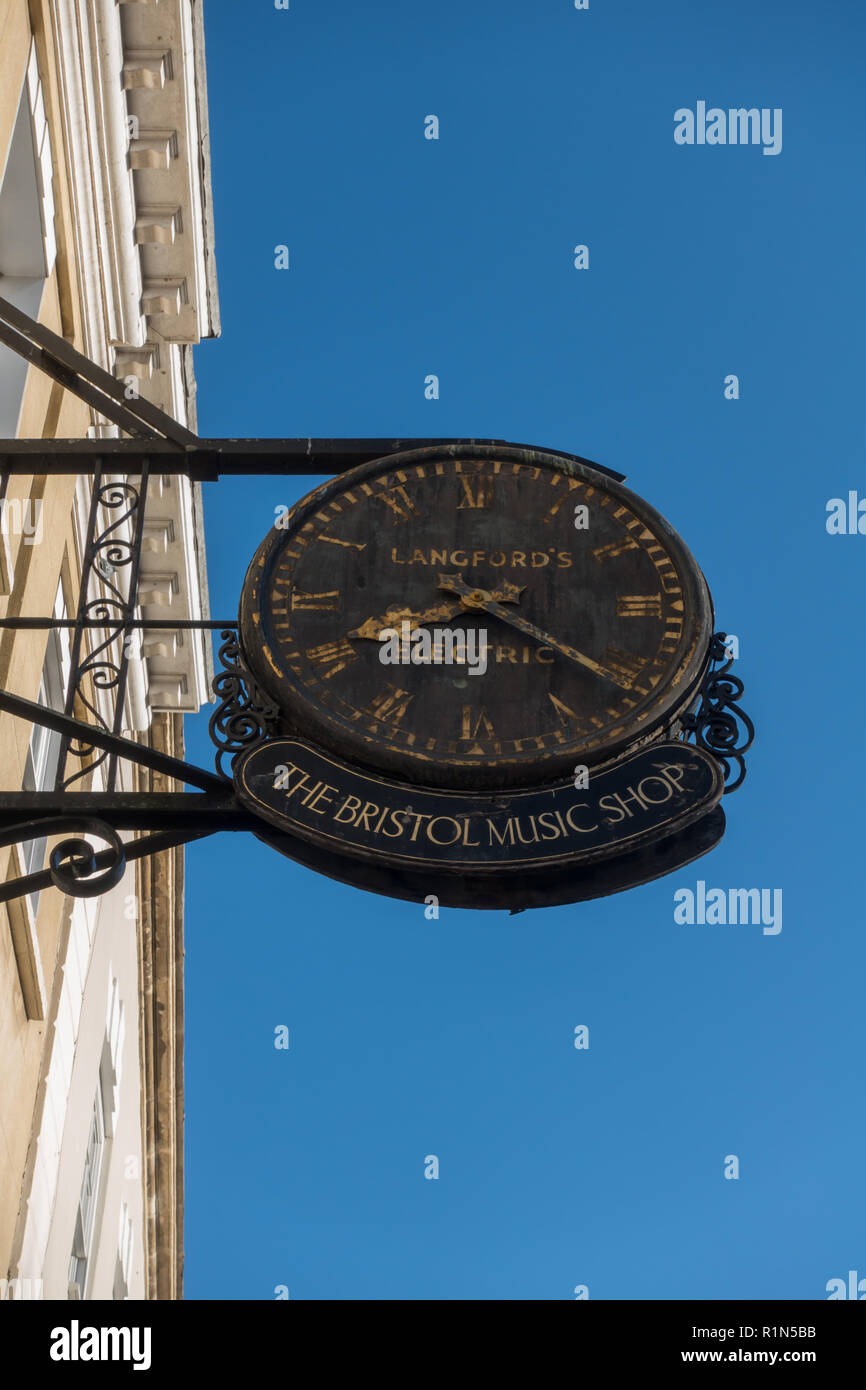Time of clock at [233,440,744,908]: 8:20
